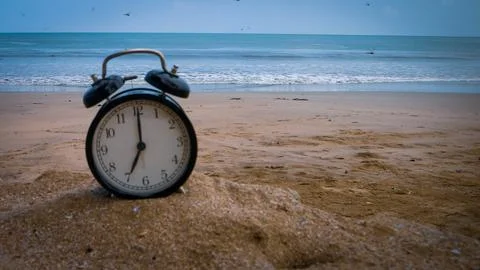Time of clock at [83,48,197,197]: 7:00
